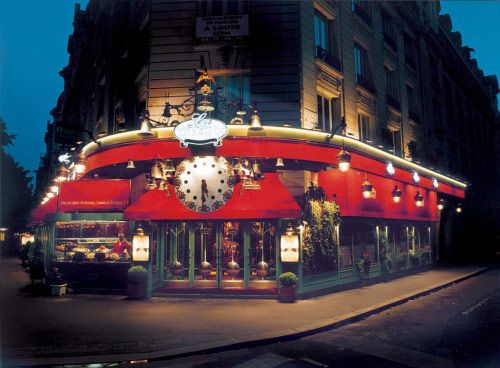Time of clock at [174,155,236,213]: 5:30
